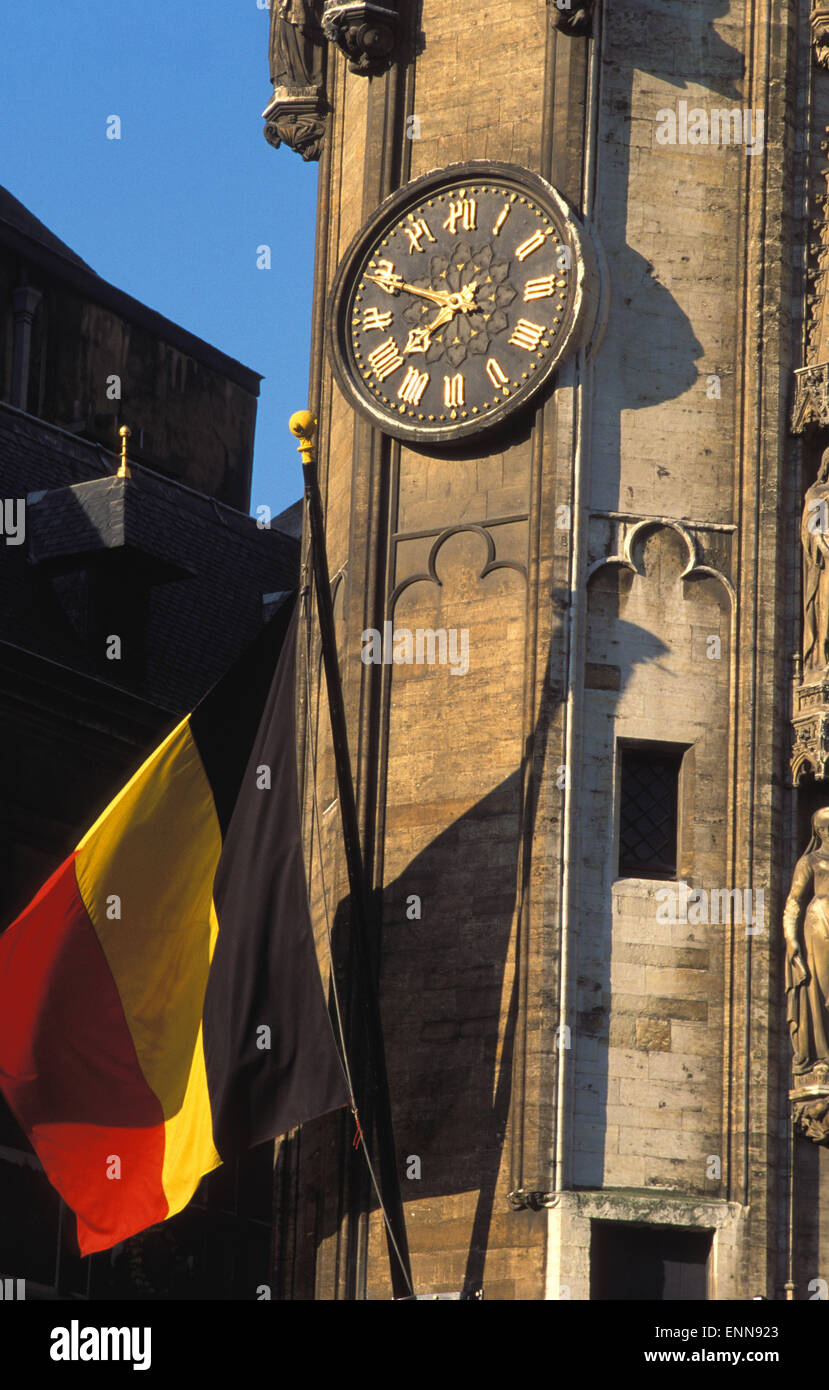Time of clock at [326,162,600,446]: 7:49
